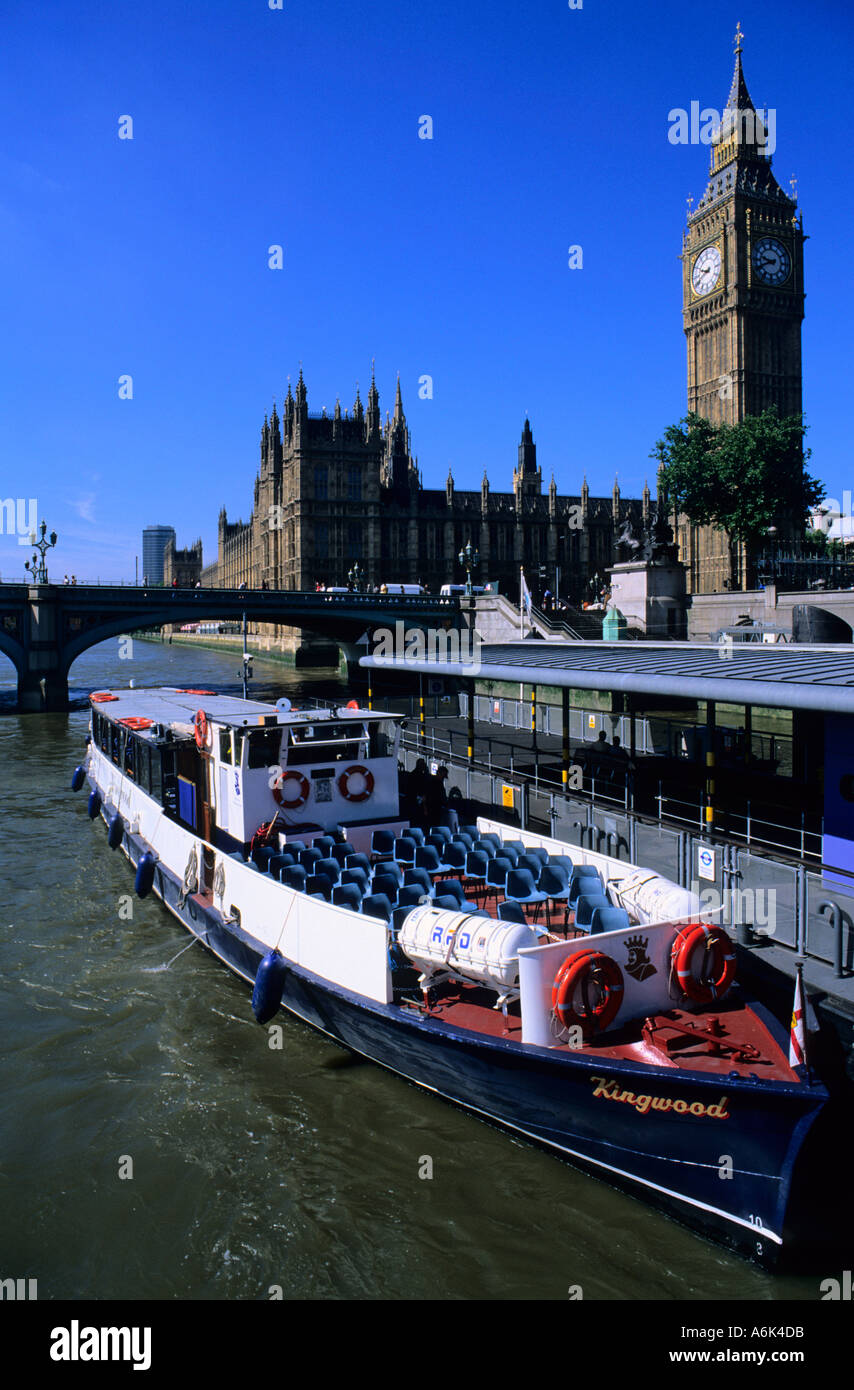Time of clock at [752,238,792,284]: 9:41
